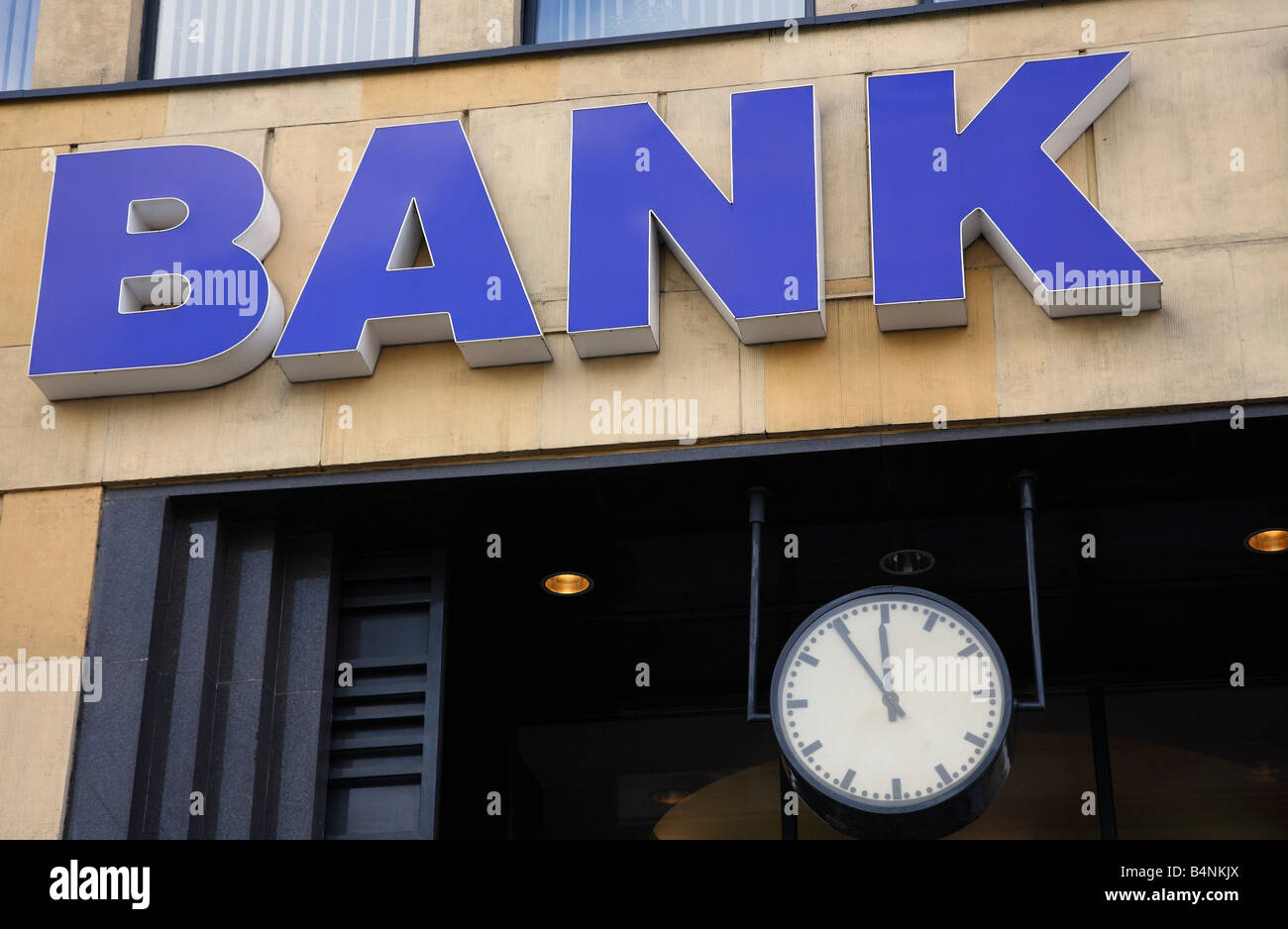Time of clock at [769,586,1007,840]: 11:54
